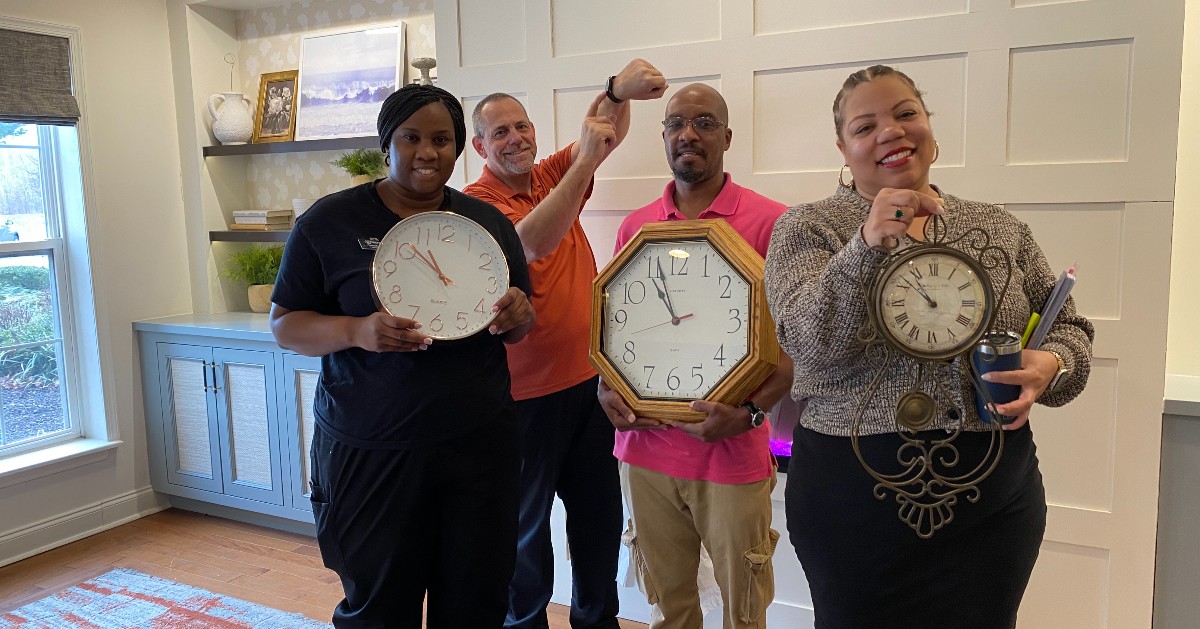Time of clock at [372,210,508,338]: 10:51
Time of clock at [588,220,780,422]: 10:56
